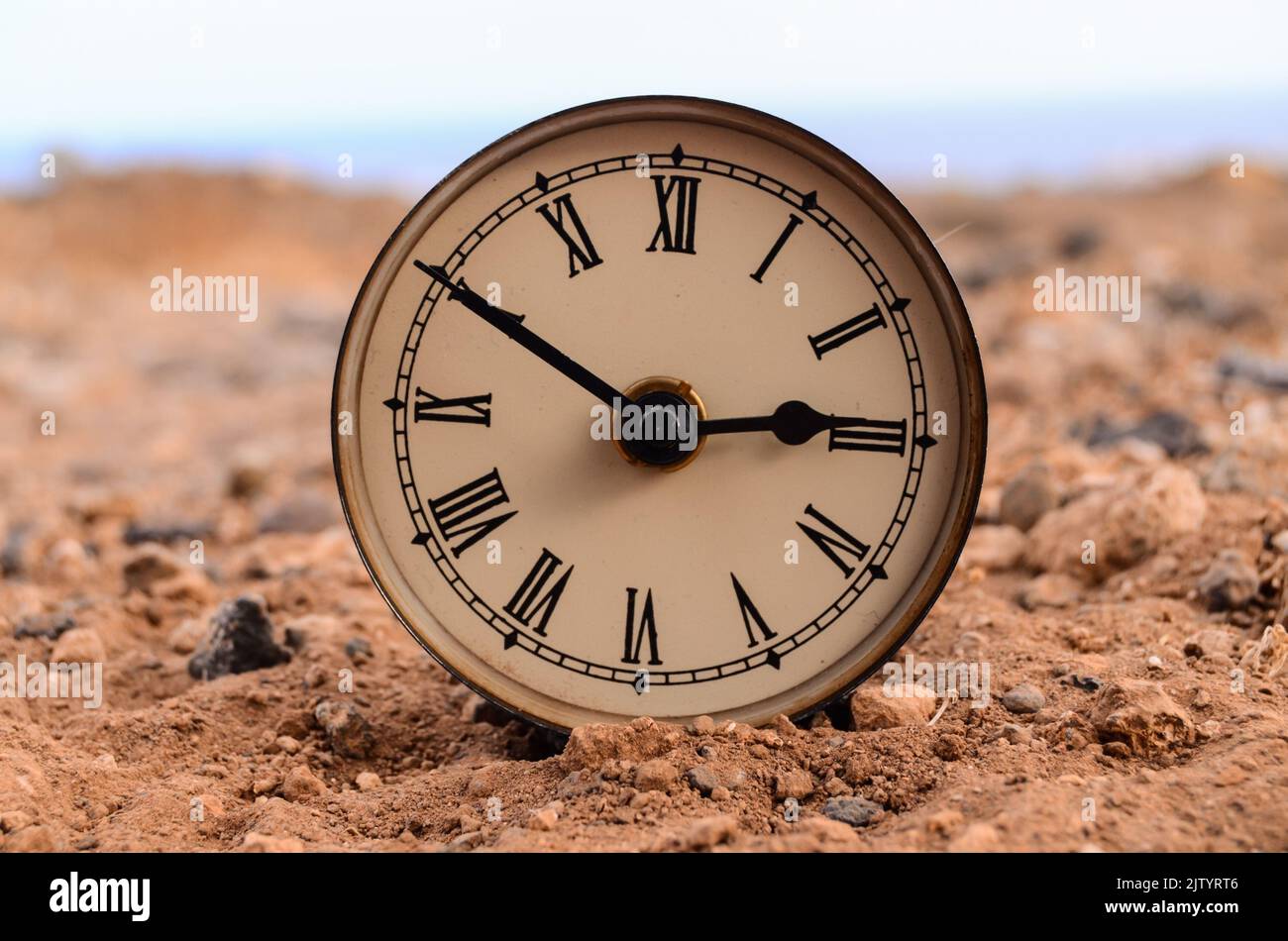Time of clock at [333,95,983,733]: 2:49
